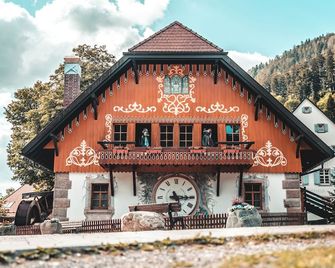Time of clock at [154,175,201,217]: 5:15
